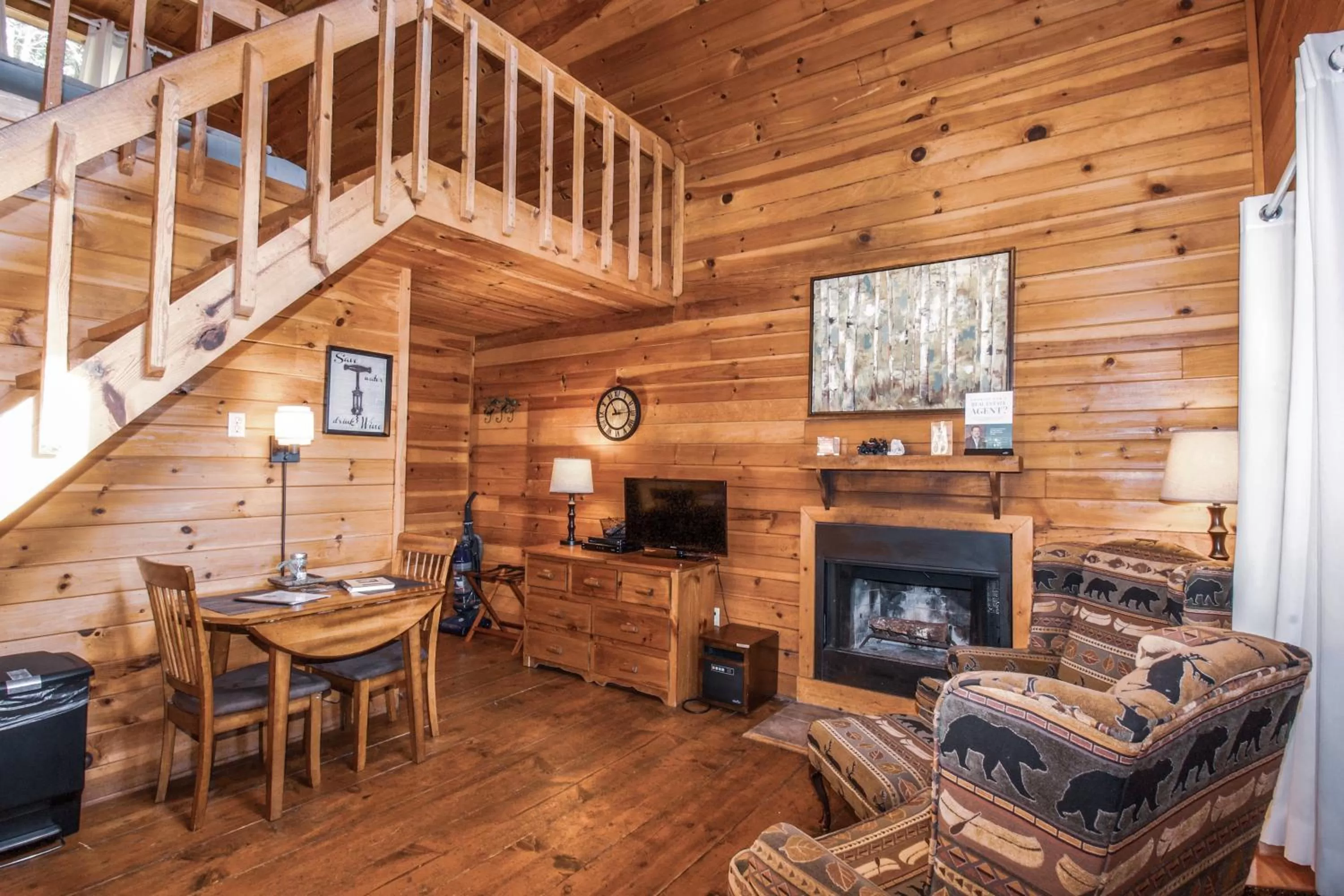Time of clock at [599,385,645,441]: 2:54
